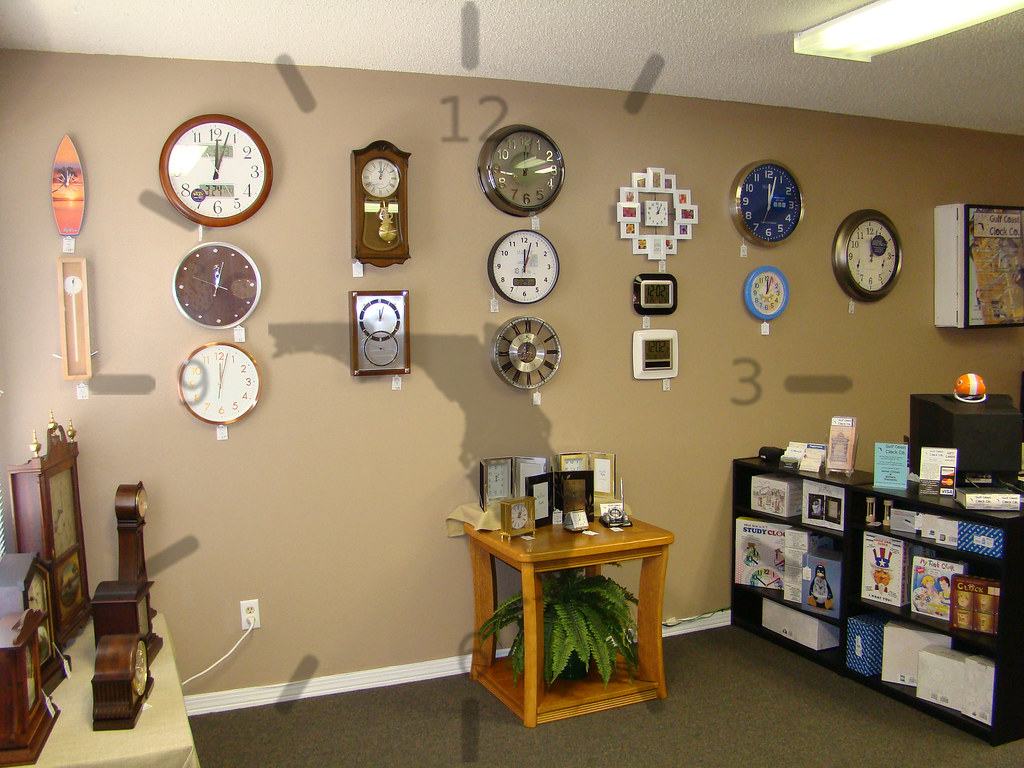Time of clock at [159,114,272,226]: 12:03
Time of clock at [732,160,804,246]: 12:02
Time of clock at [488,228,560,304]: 12:02
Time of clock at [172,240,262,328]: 12:02
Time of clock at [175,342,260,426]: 12:02
